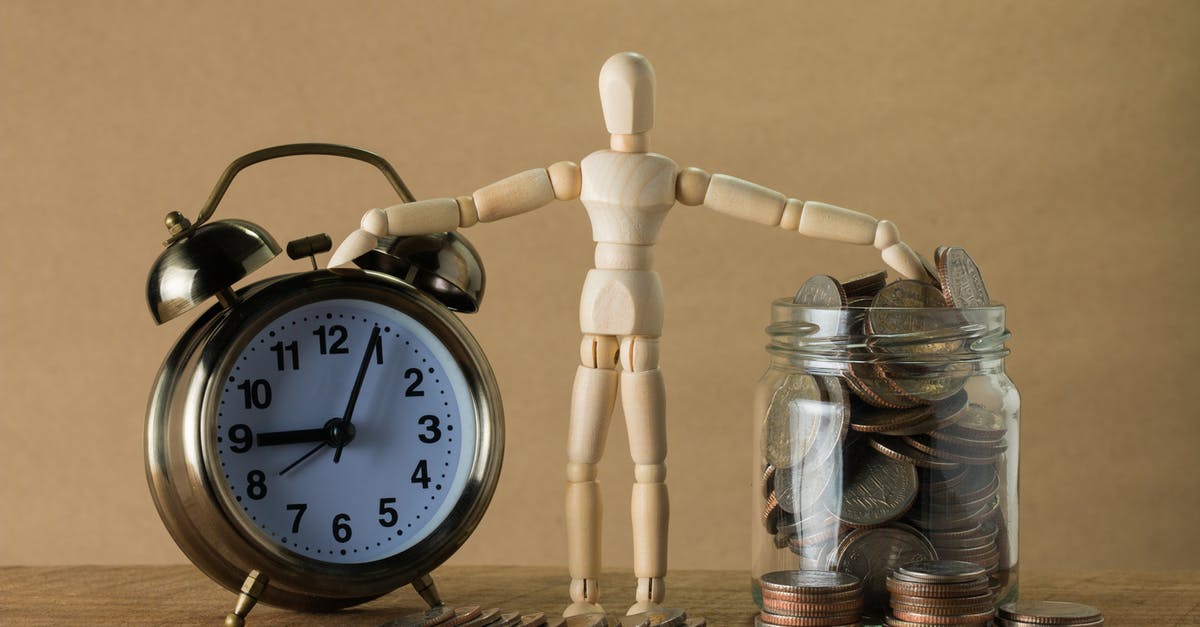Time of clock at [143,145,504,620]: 9:04
